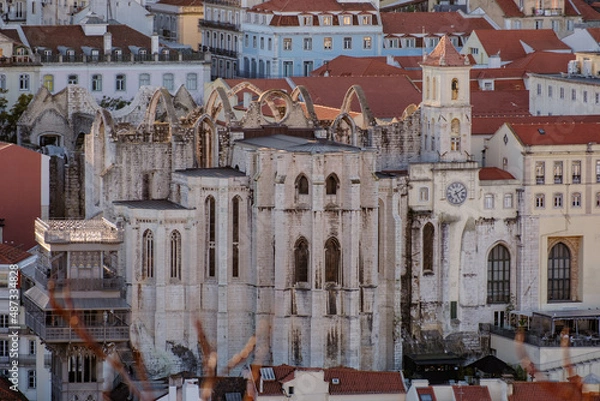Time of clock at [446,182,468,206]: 5:09
